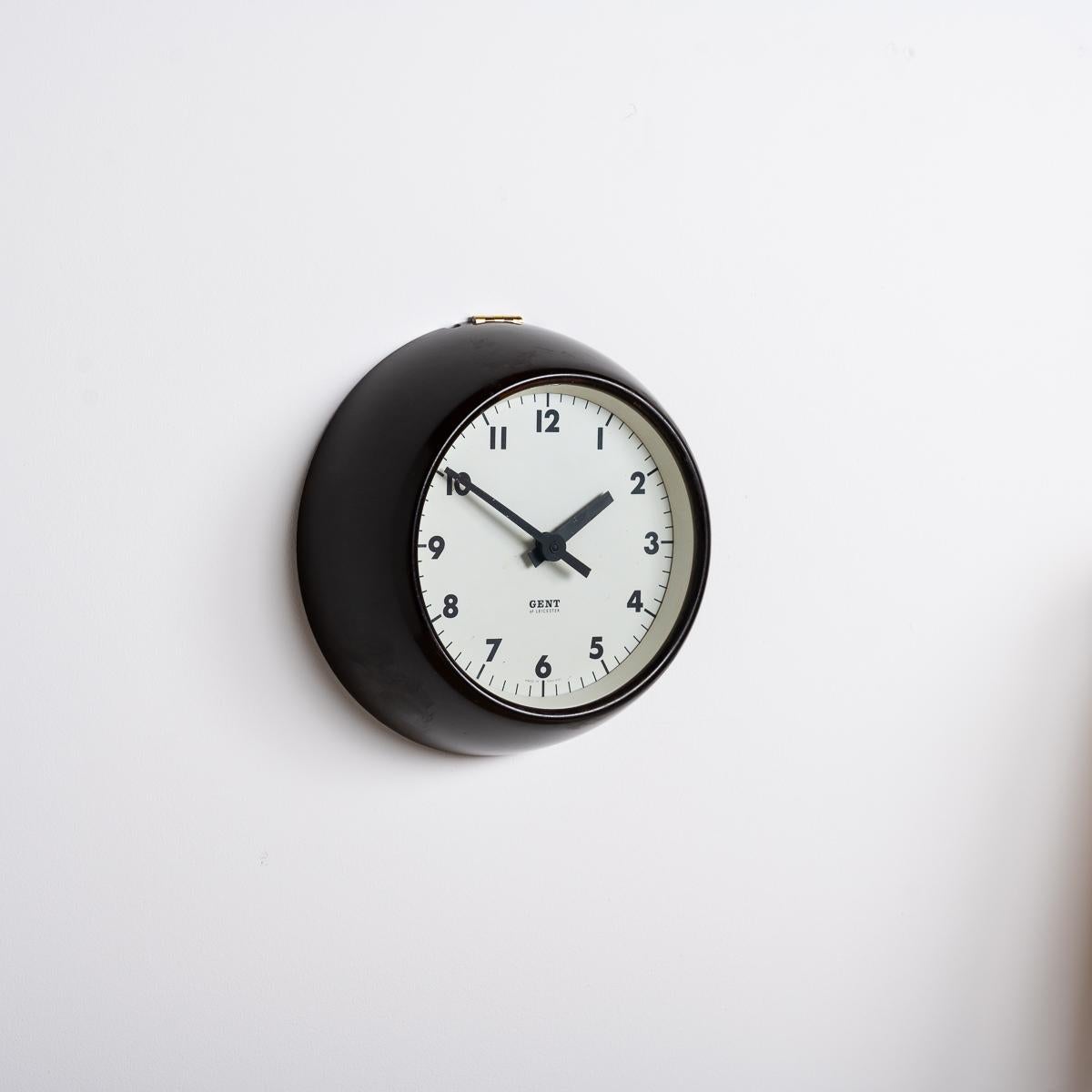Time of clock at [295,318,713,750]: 1:50
